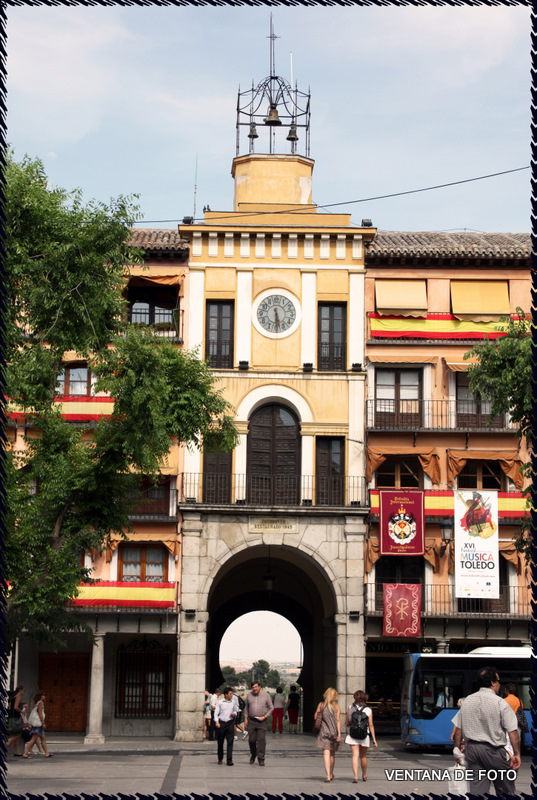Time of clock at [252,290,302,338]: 5:29
